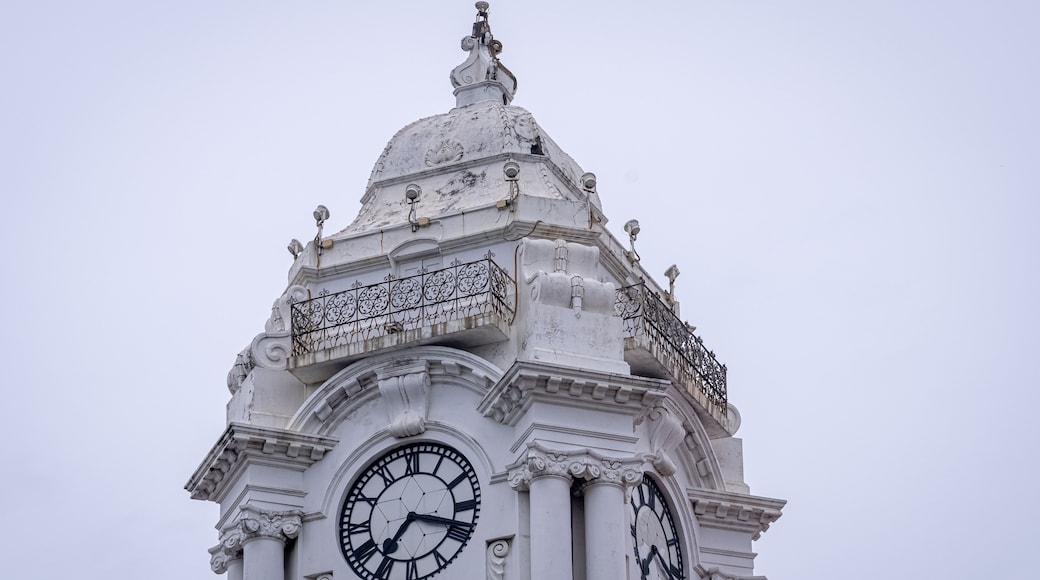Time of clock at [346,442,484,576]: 7:18
